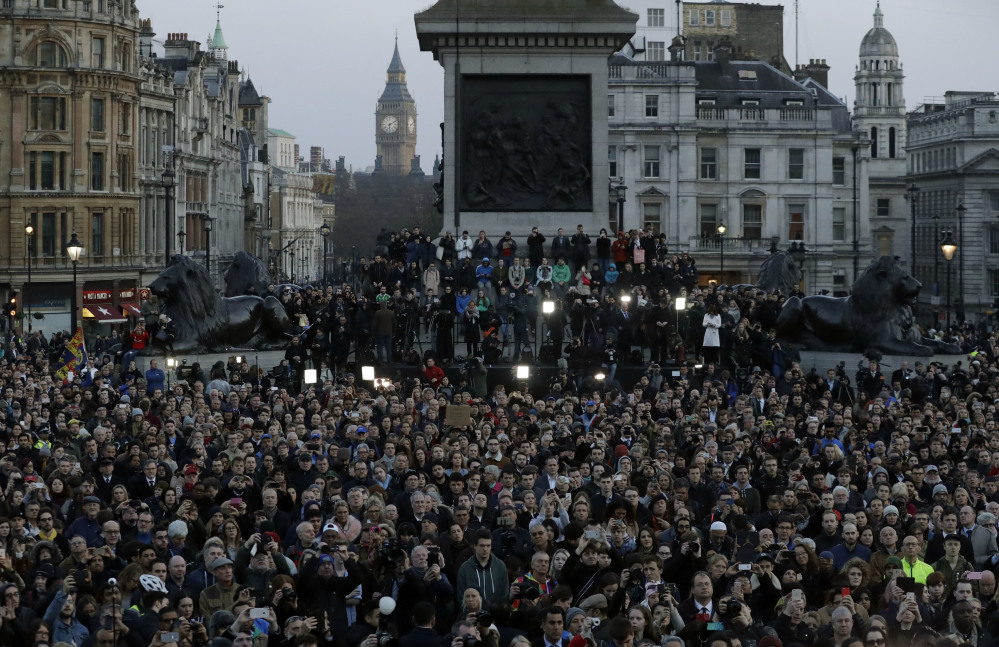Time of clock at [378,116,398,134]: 6:10
